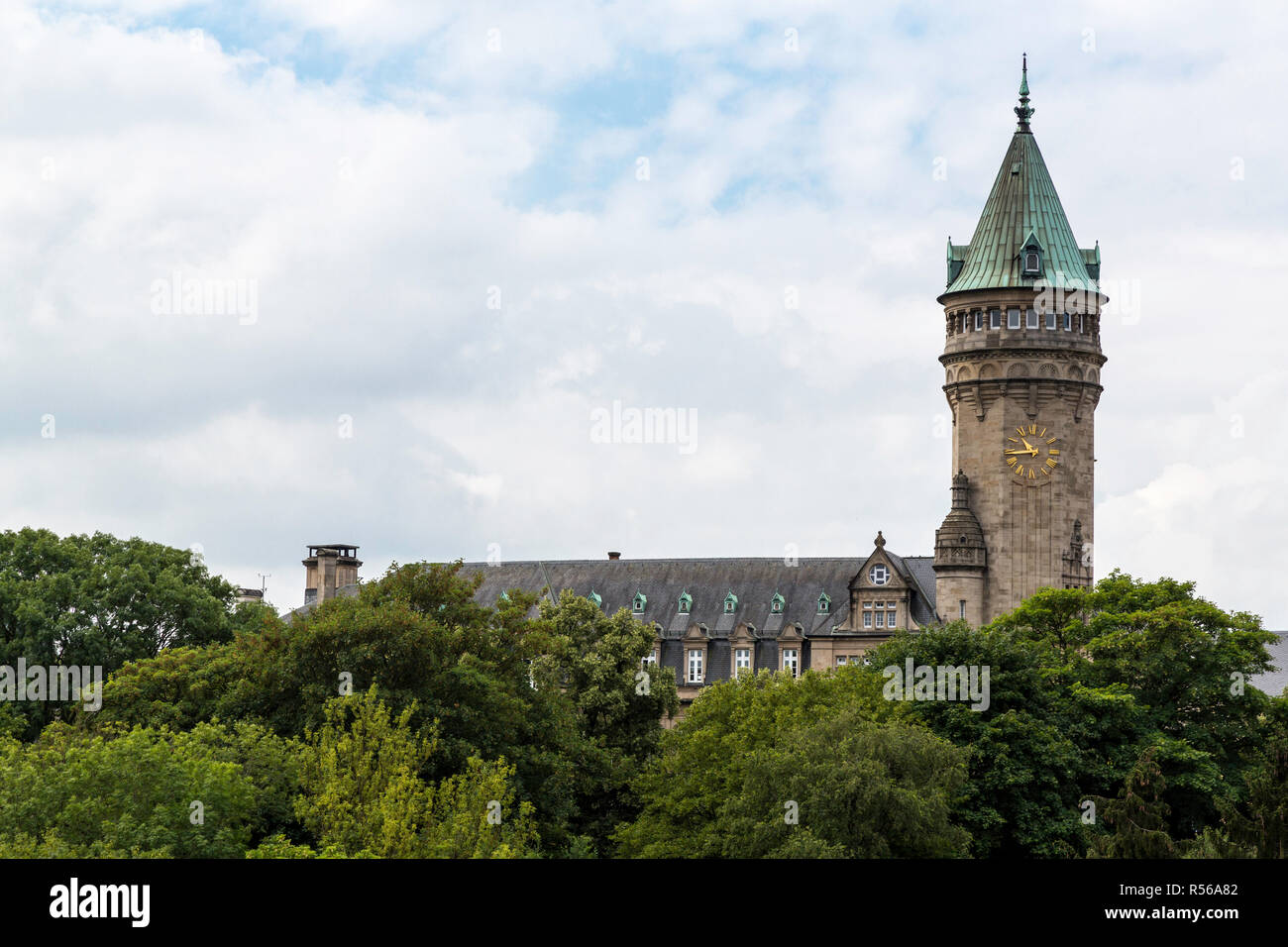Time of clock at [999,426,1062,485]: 10:43
